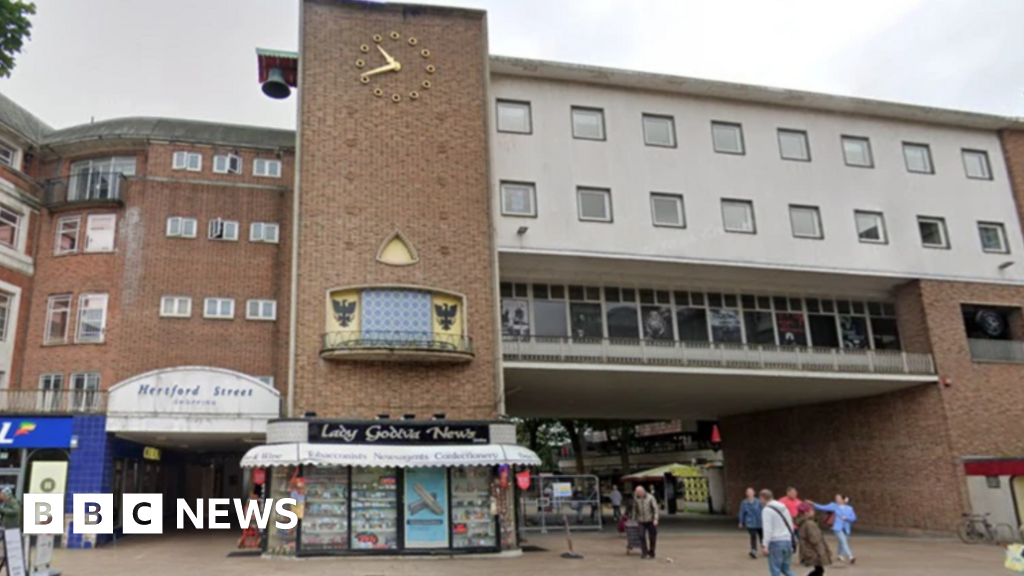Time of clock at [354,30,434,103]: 10:42
